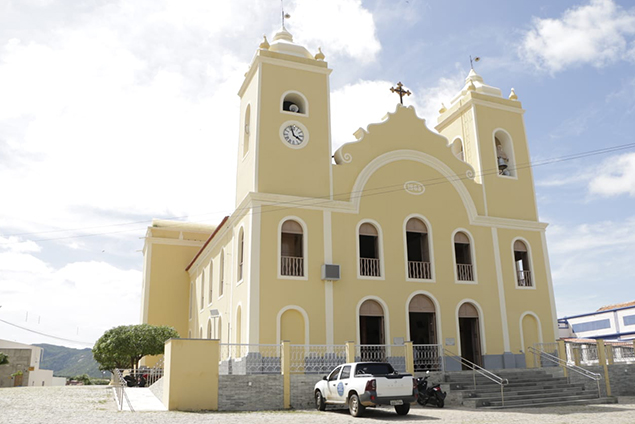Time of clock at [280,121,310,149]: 3:57
